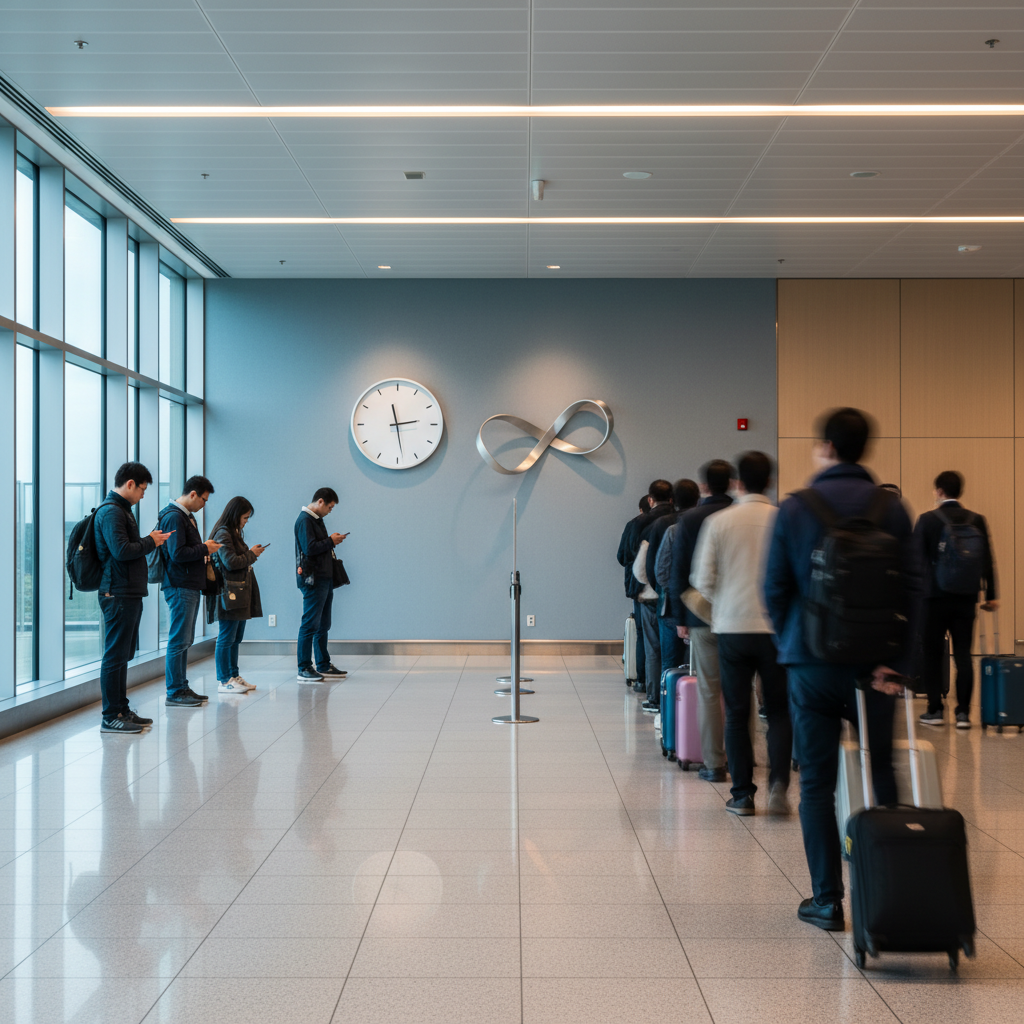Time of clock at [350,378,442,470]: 11:28
